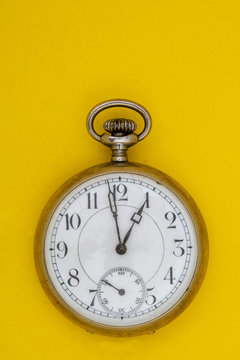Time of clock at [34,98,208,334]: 12:58
